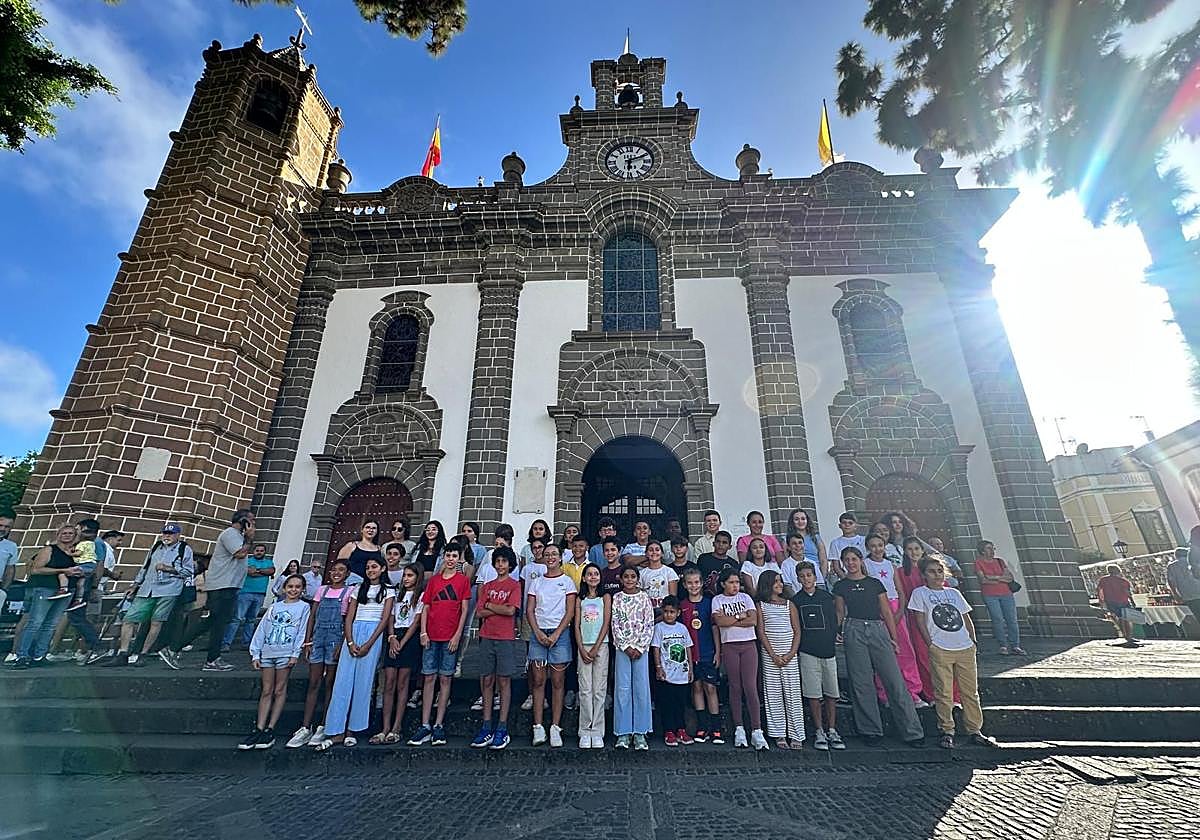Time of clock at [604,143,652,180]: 6:11
